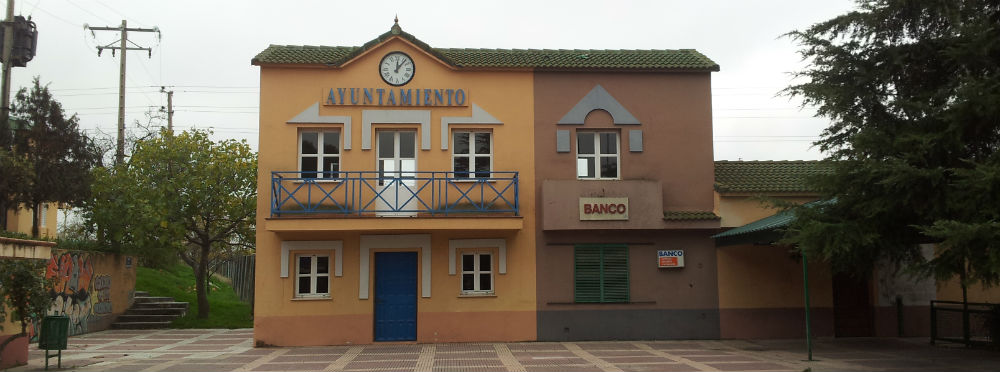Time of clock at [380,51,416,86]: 12:06
